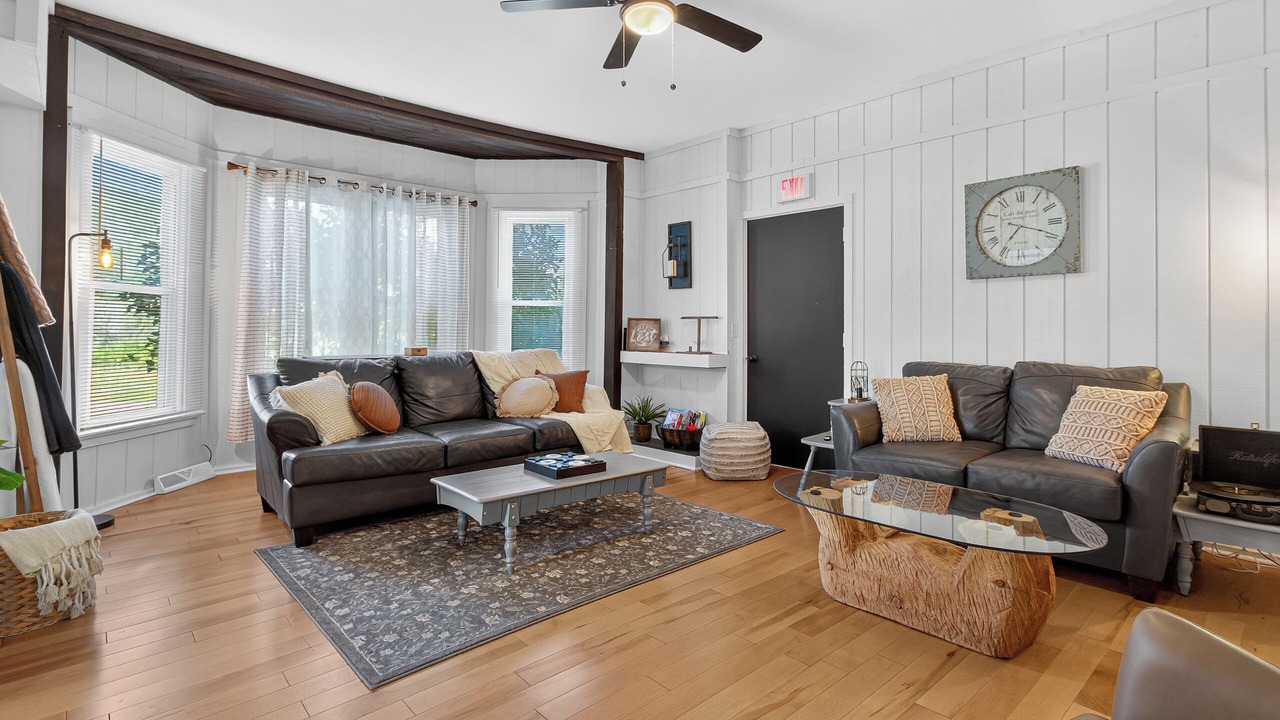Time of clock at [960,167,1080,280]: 7:18
